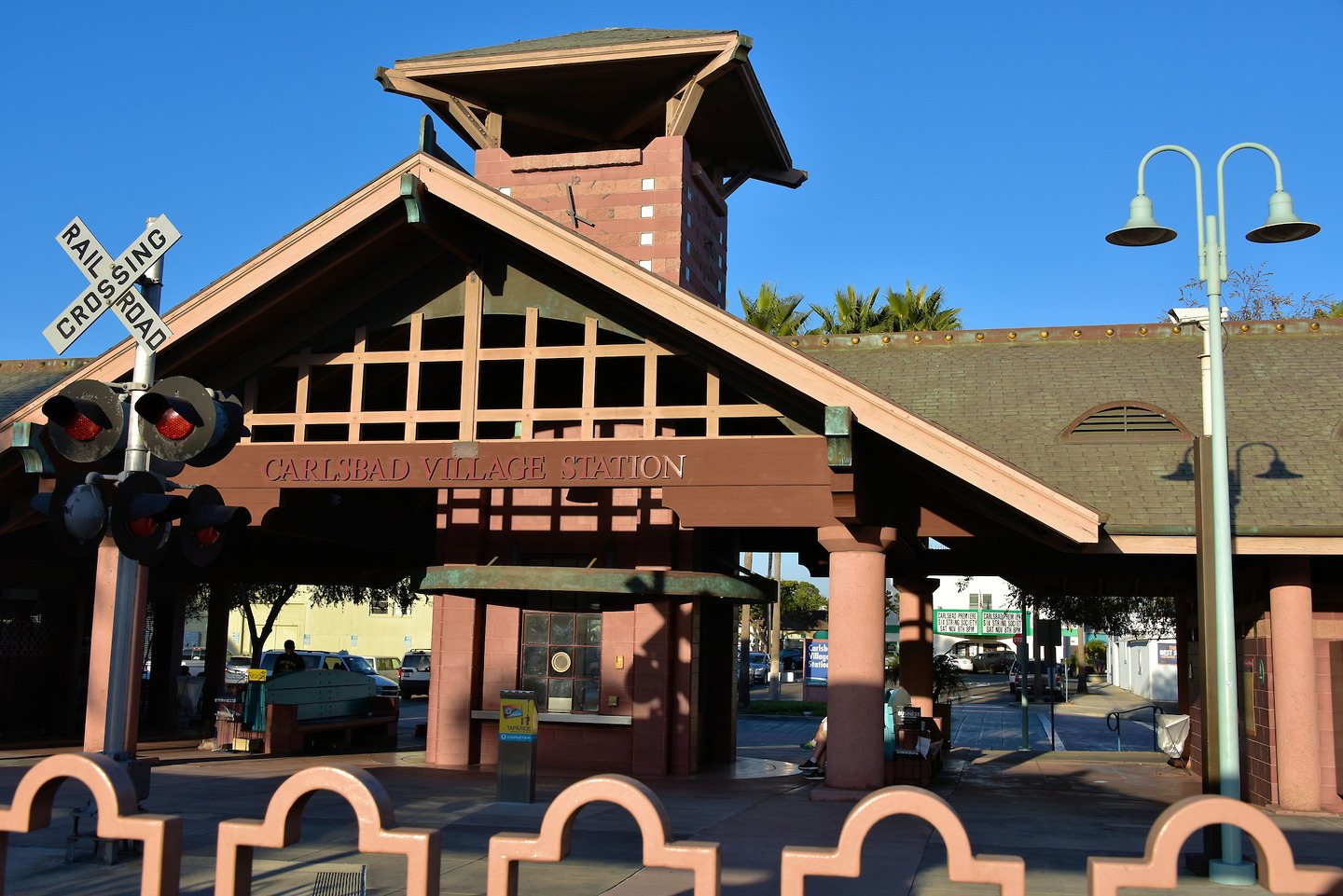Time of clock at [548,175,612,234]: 3:58
